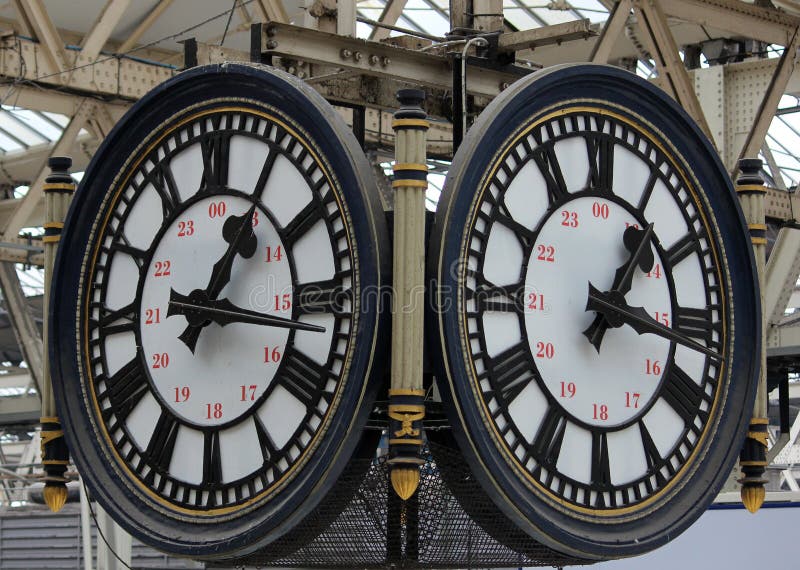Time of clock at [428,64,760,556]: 1:16
